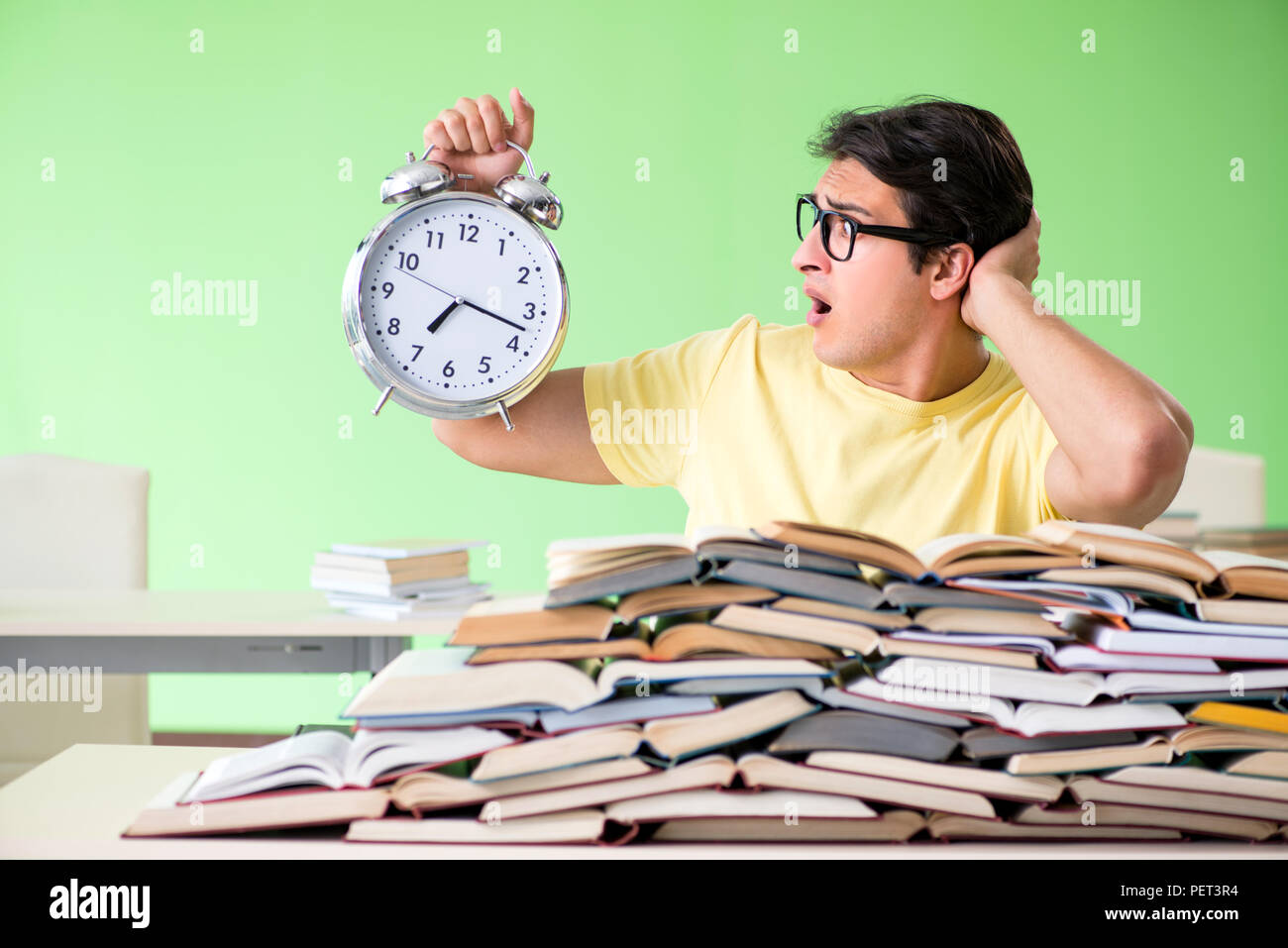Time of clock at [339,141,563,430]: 7:17
